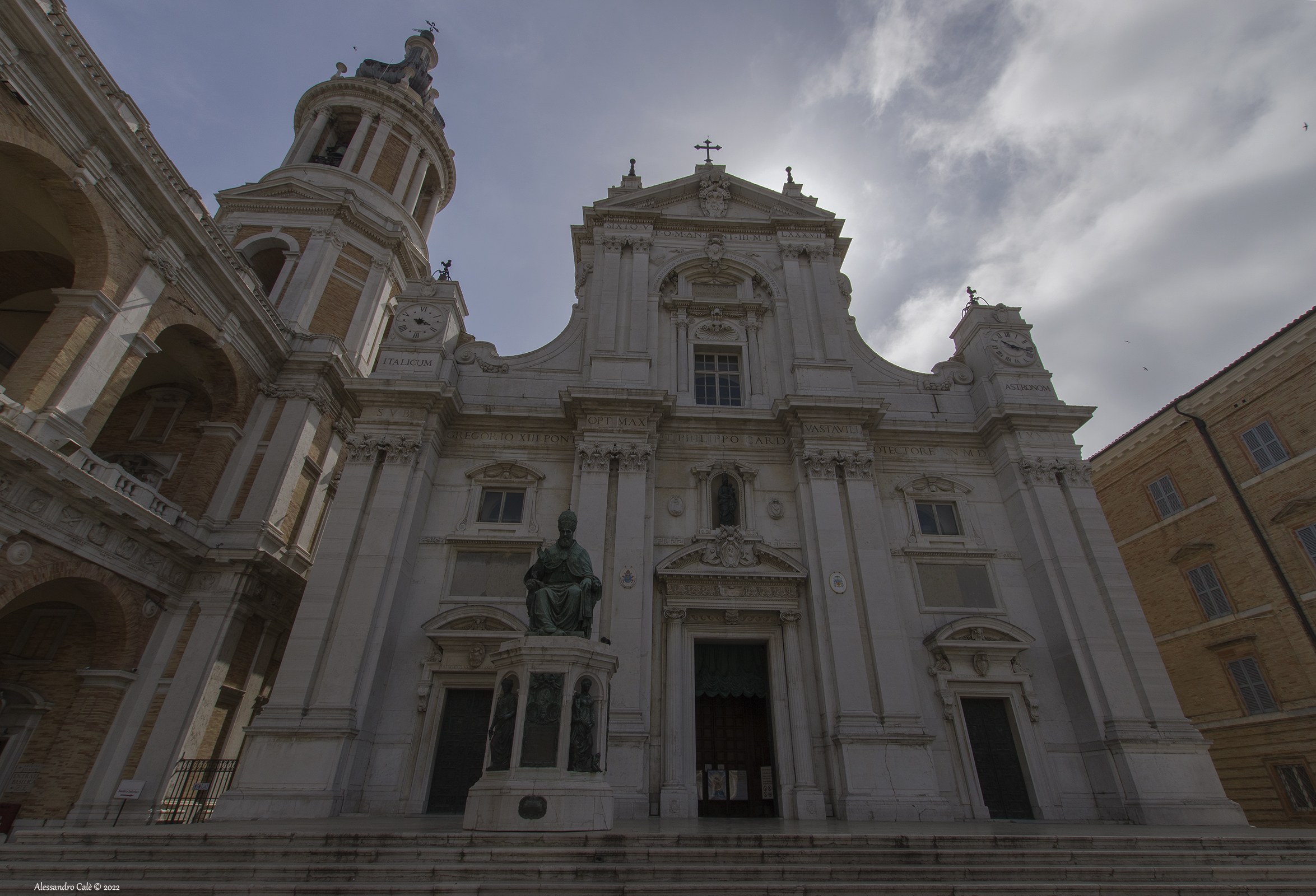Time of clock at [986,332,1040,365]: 10:17
